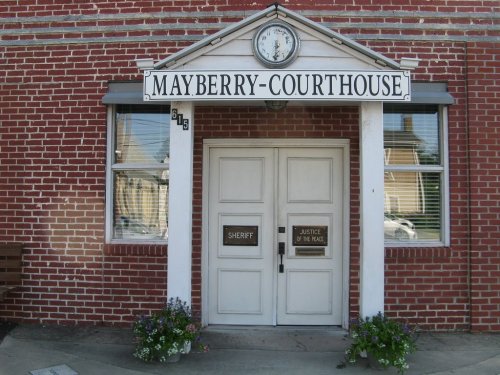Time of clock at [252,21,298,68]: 5:30
